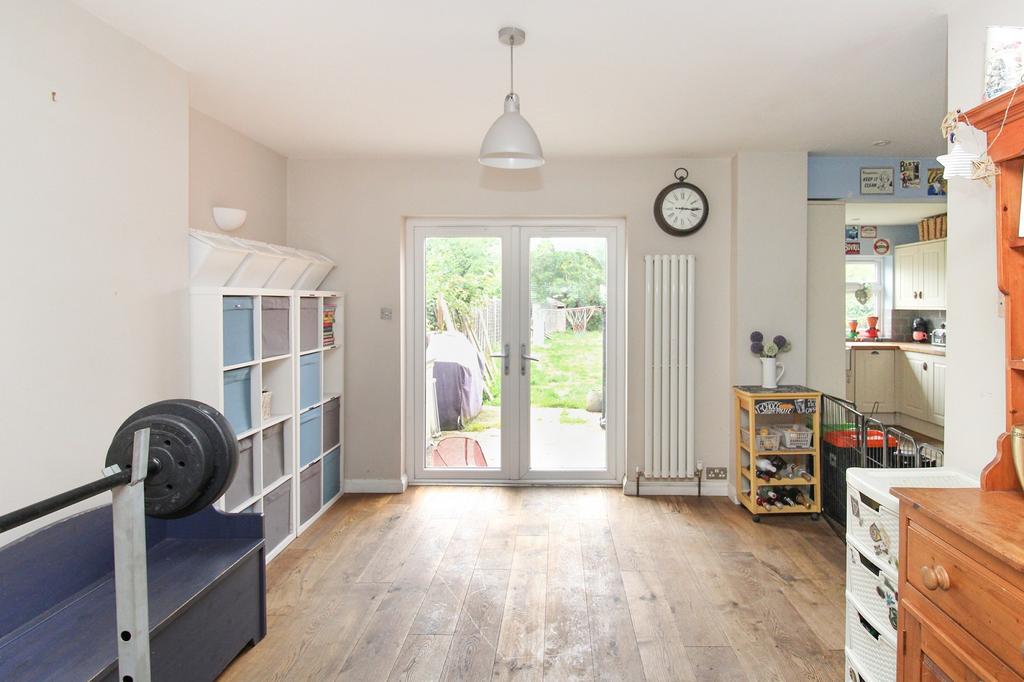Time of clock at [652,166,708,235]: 3:15
